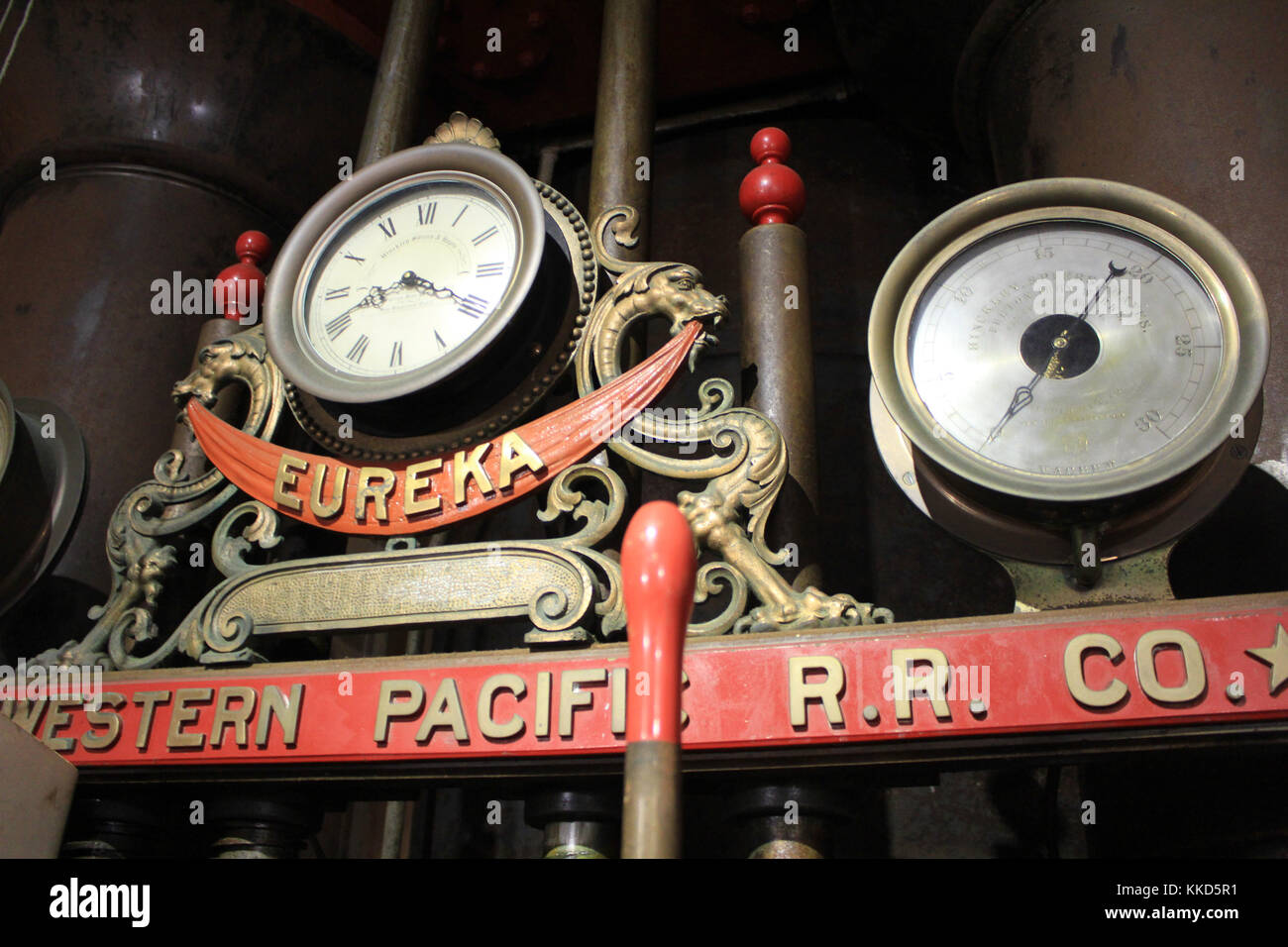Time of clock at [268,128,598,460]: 8:19
